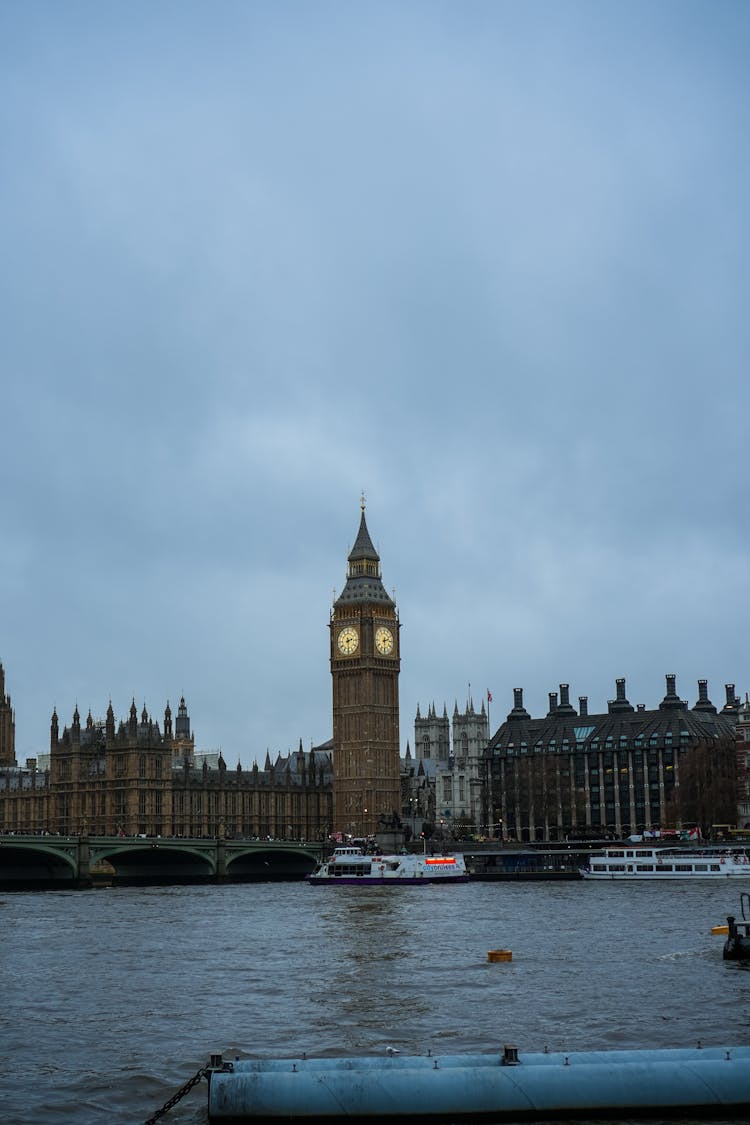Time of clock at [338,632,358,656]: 2:29
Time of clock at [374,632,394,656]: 2:29
